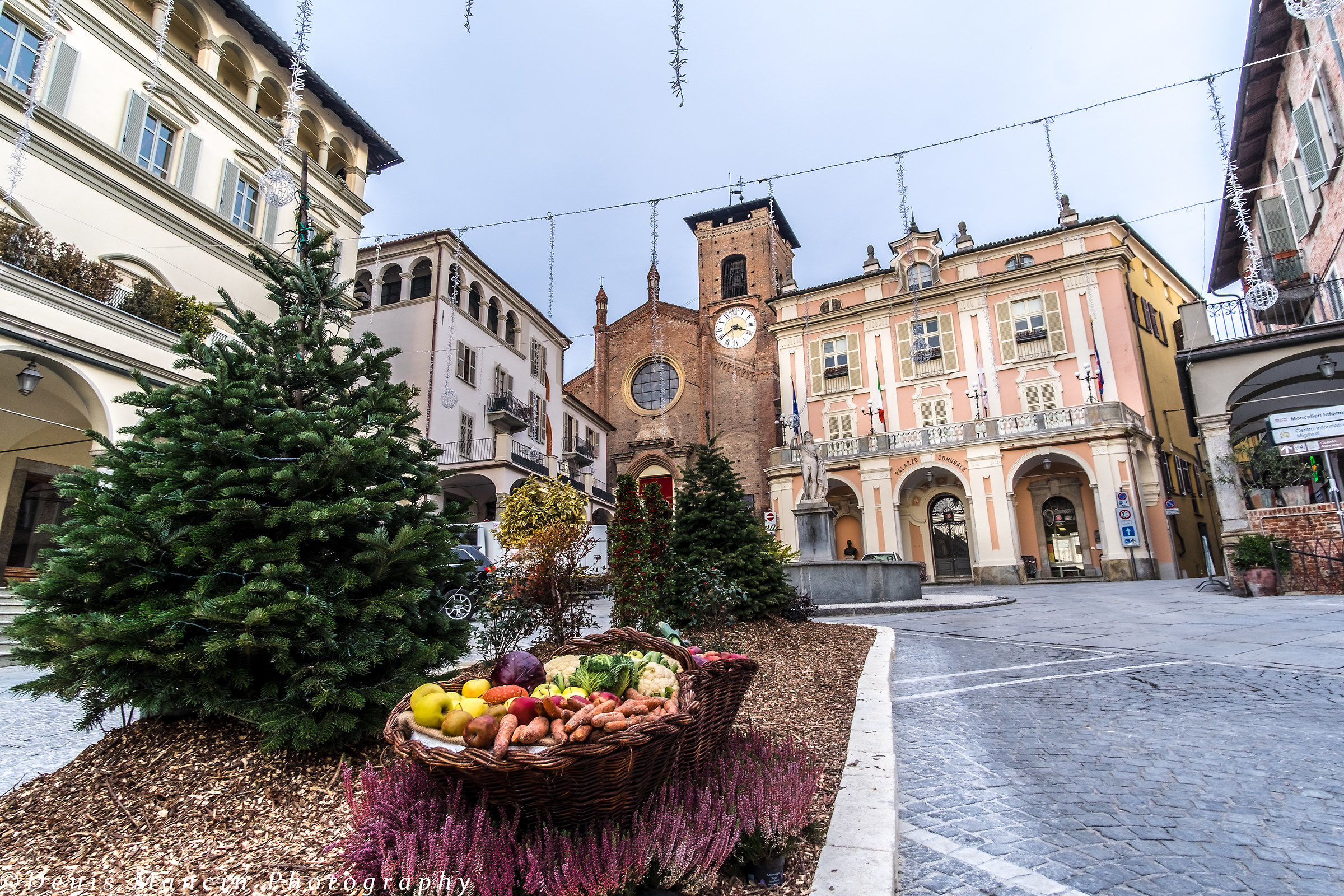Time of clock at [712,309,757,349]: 3:39
